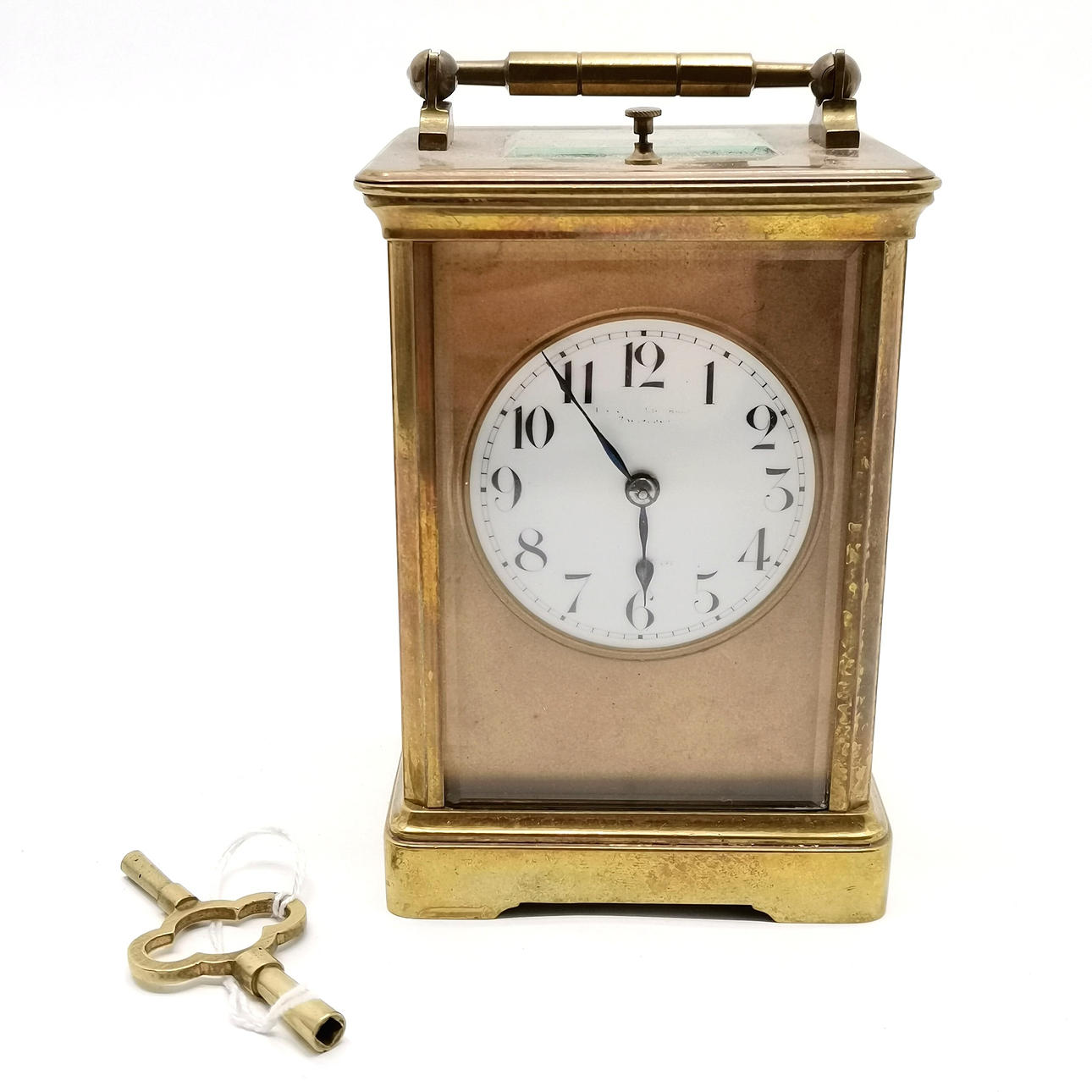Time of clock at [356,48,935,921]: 5:54
